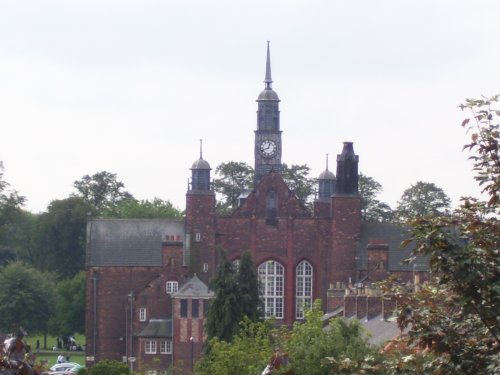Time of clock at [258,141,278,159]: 12:41
